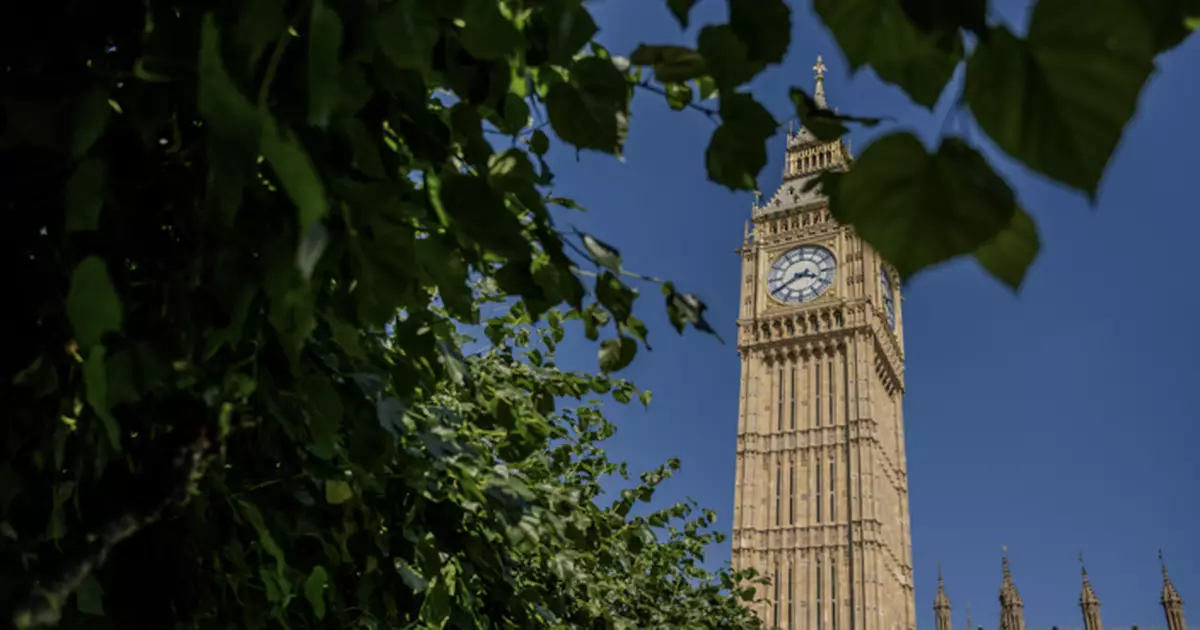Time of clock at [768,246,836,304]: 3:40
